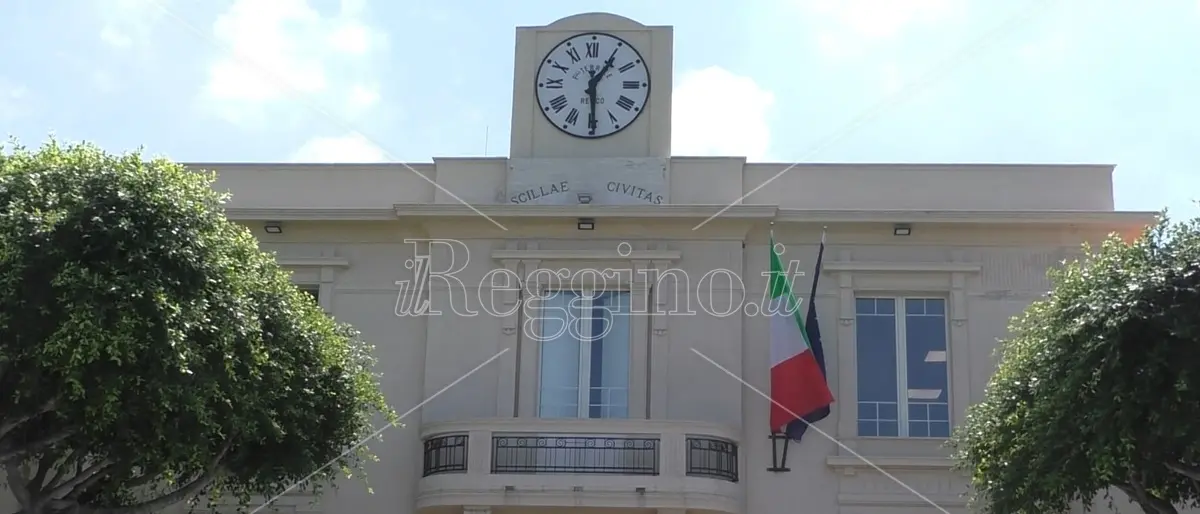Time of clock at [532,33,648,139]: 1:29
